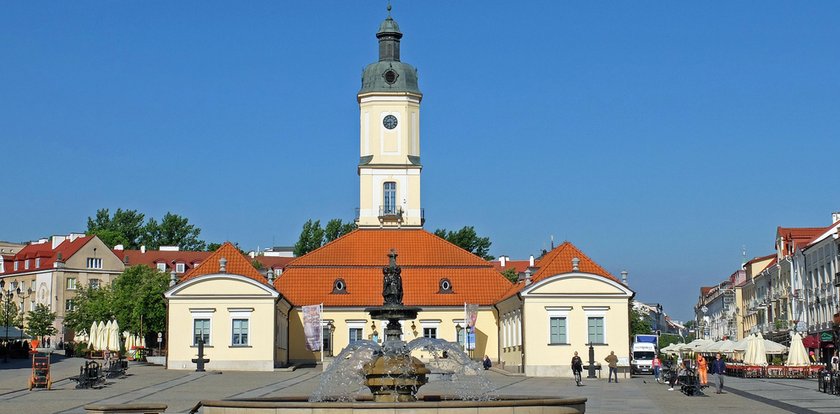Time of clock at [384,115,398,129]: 8:29
